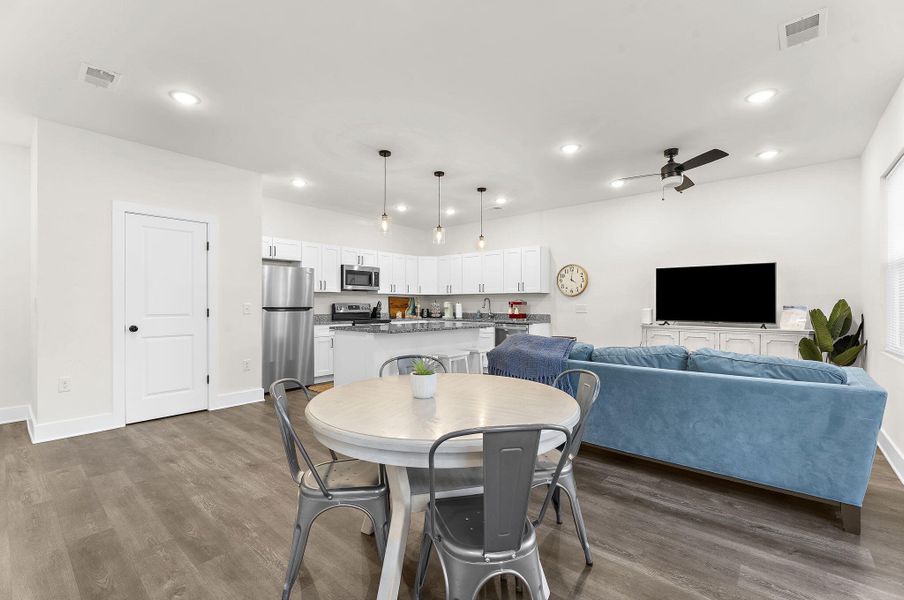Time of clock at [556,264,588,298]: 4:00
